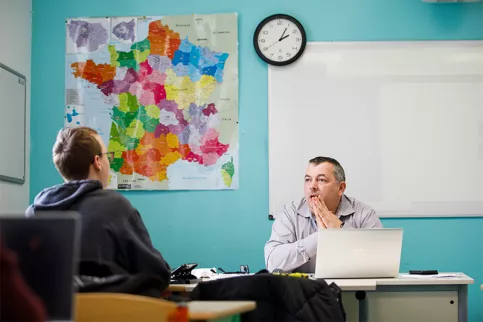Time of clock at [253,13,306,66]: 2:04
